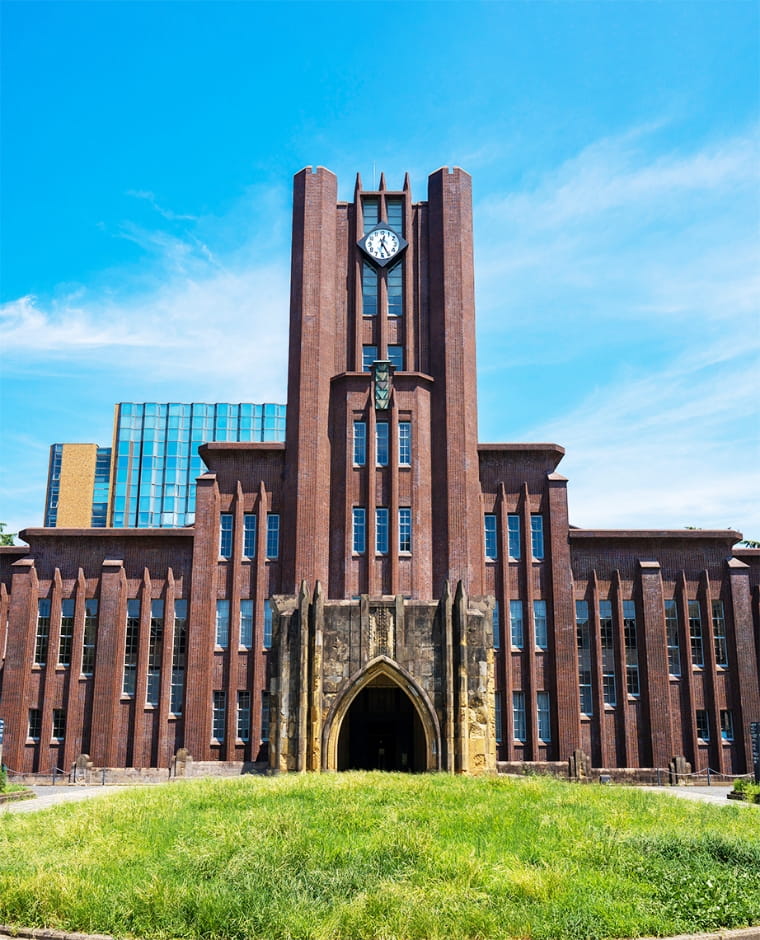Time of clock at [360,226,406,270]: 12:25
